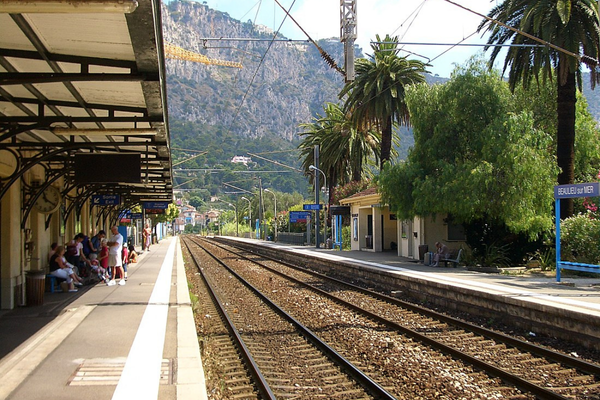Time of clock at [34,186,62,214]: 11:20
